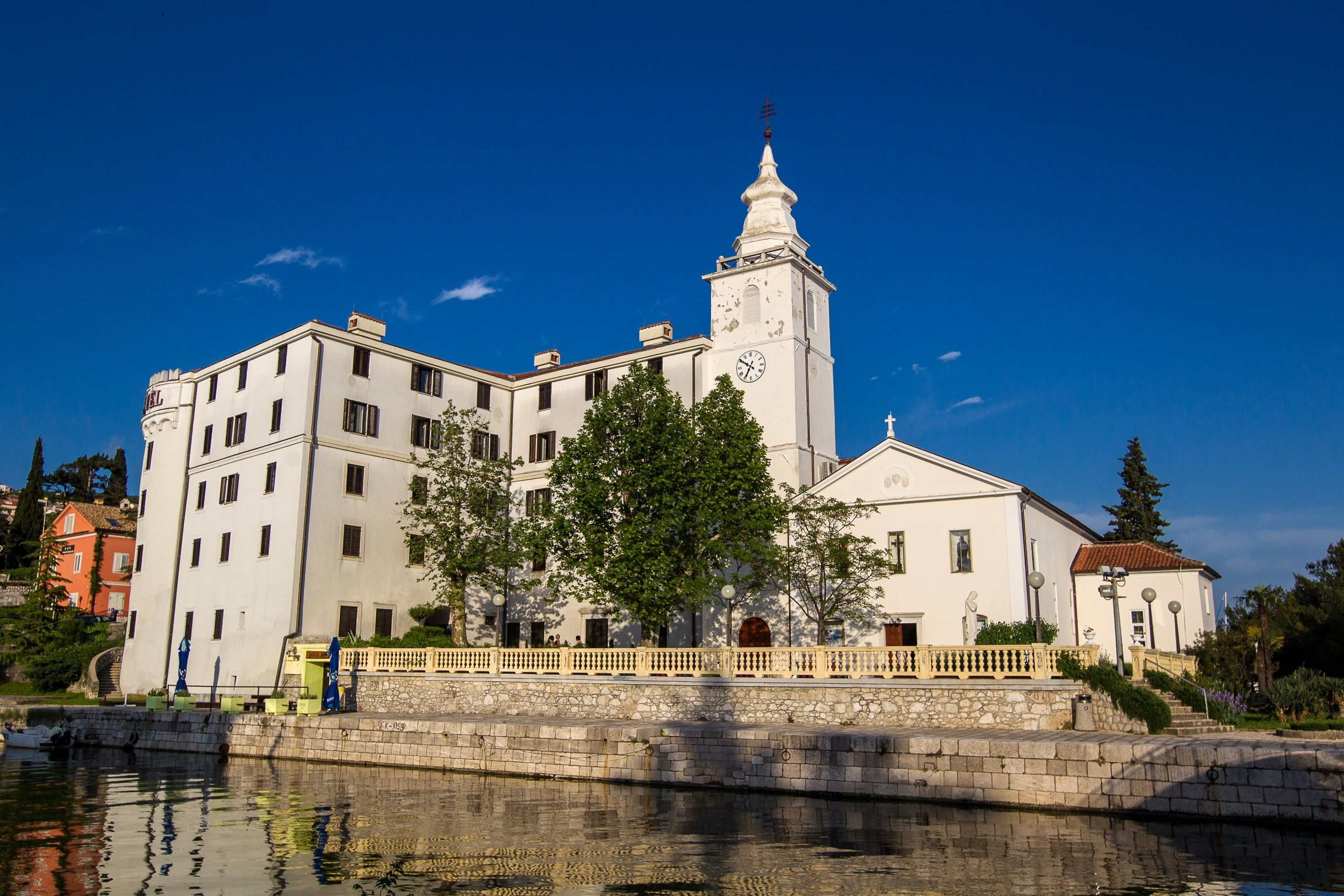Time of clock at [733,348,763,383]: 6:50
